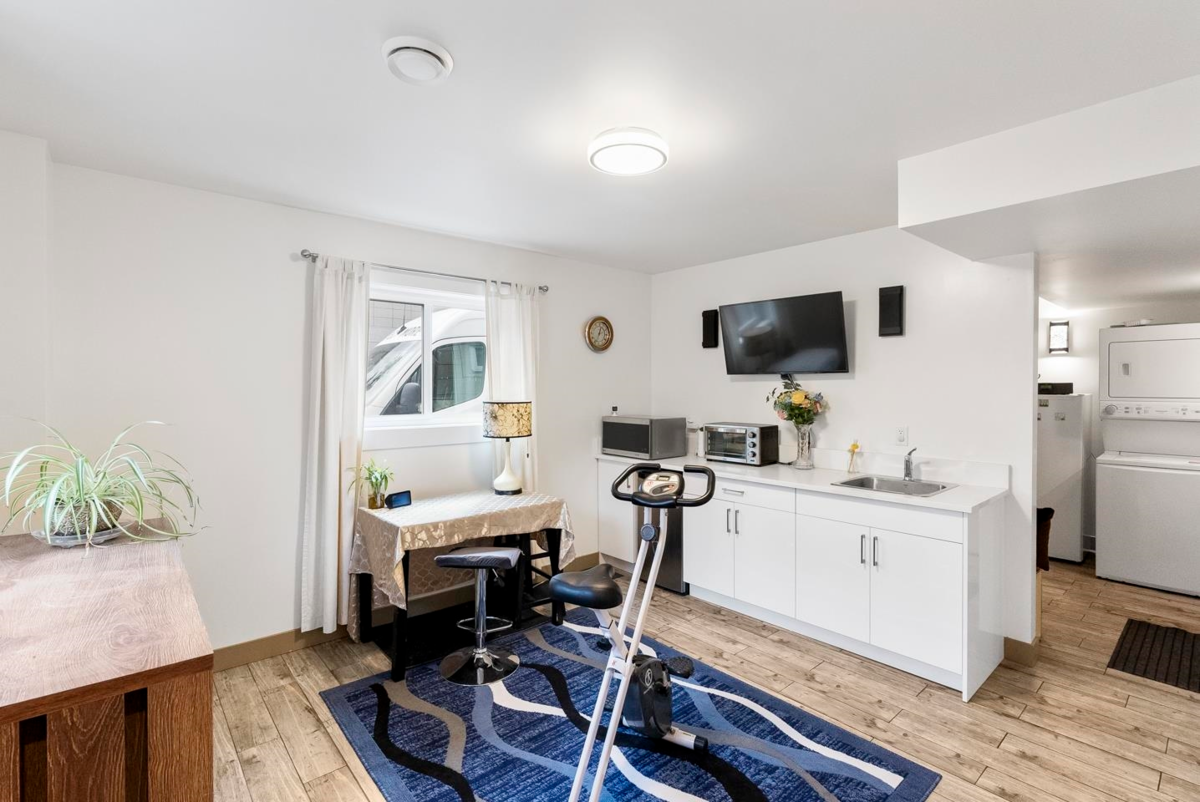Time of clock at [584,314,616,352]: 12:33
